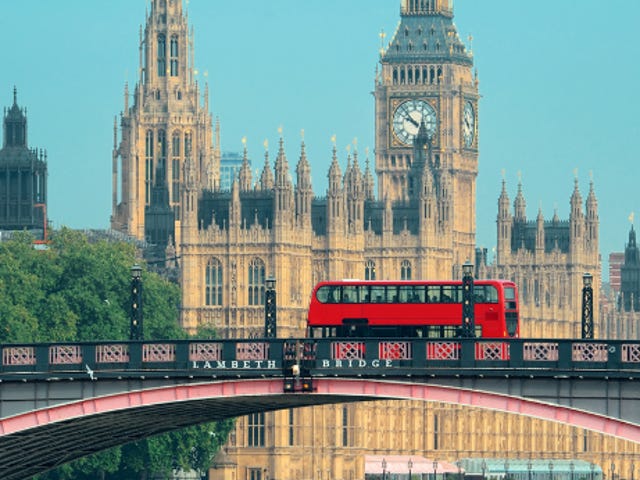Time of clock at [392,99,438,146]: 9:52
